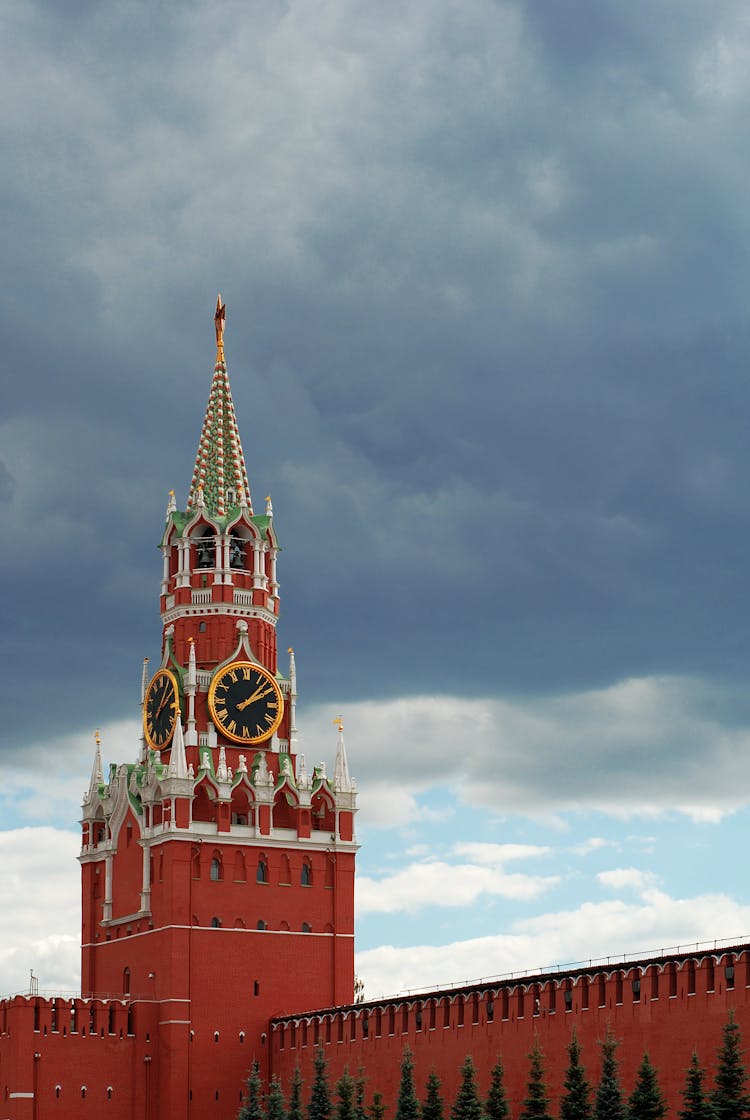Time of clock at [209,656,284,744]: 2:07
